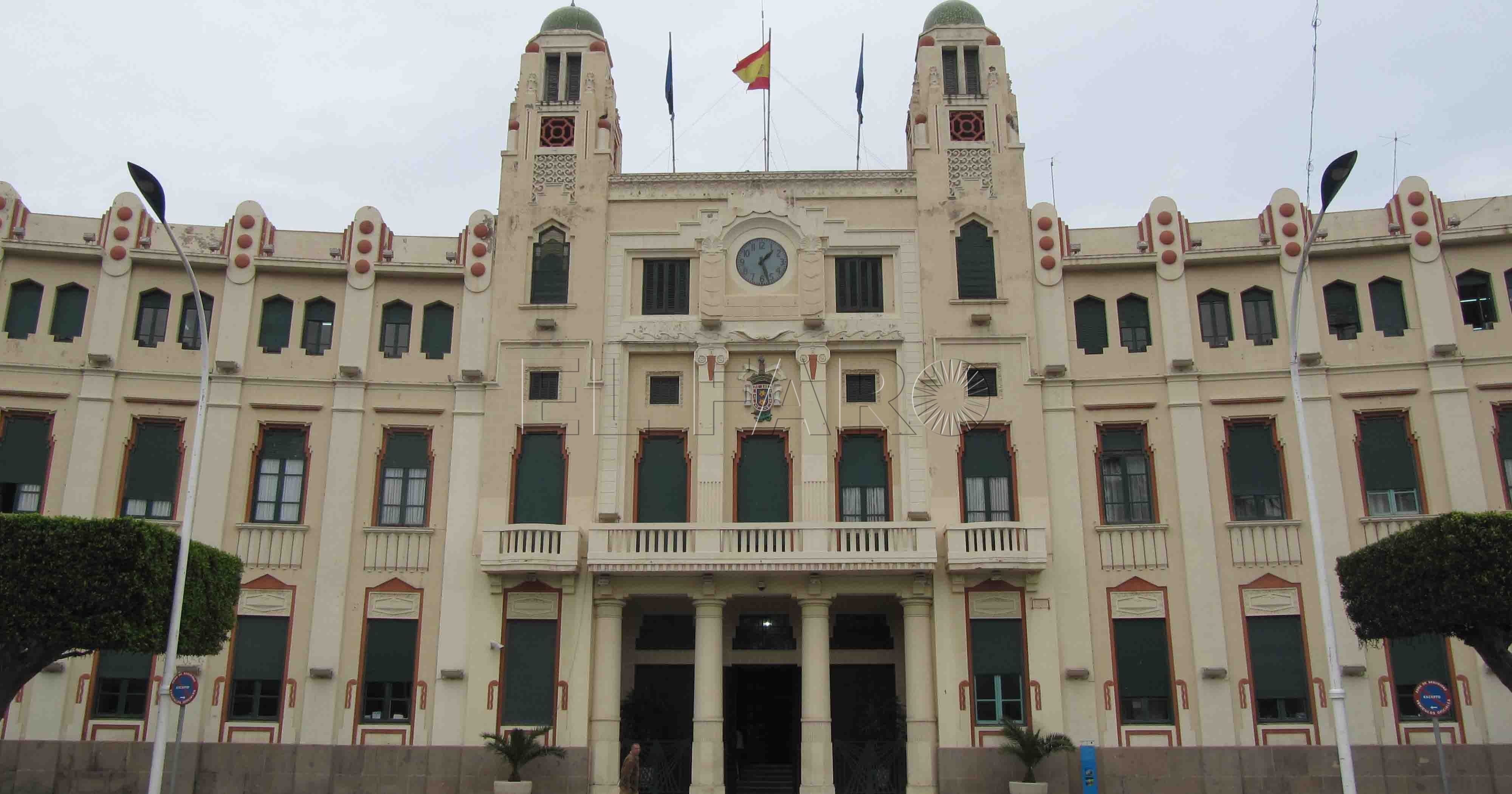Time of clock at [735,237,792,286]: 1:26
